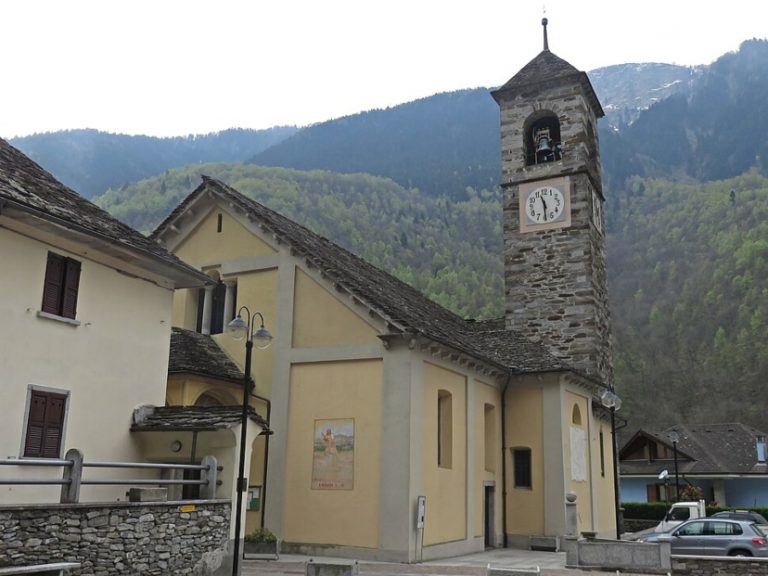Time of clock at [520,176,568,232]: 11:29
